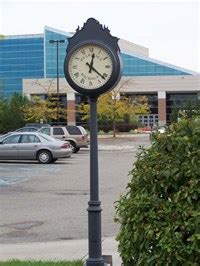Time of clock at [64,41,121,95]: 12:21
